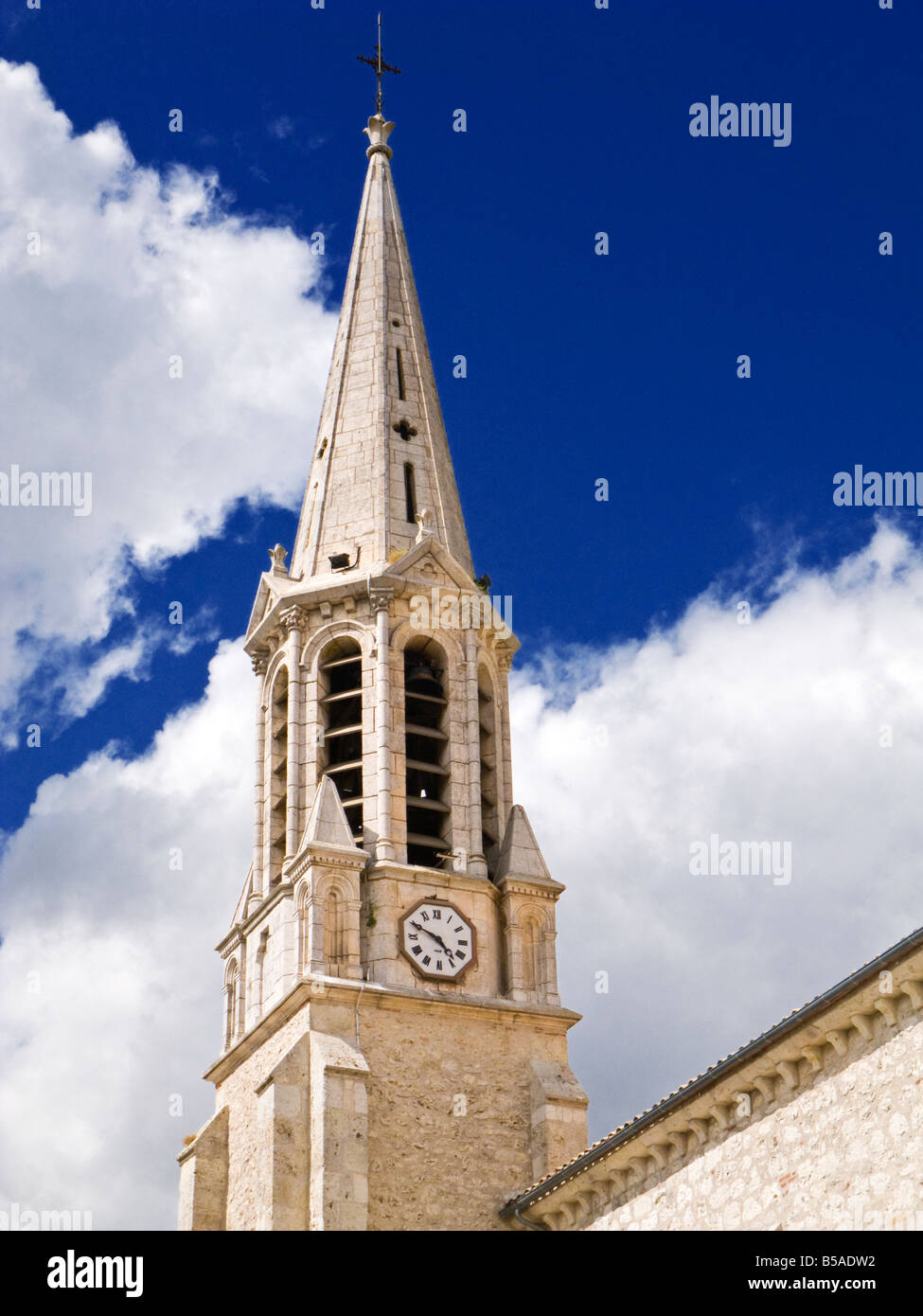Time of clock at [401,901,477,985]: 4:49
